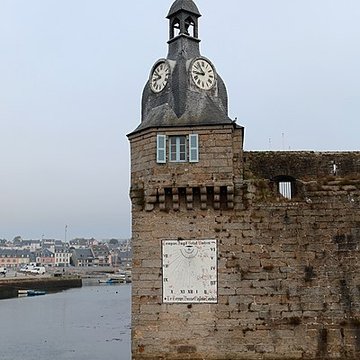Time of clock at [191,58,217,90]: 8:53
